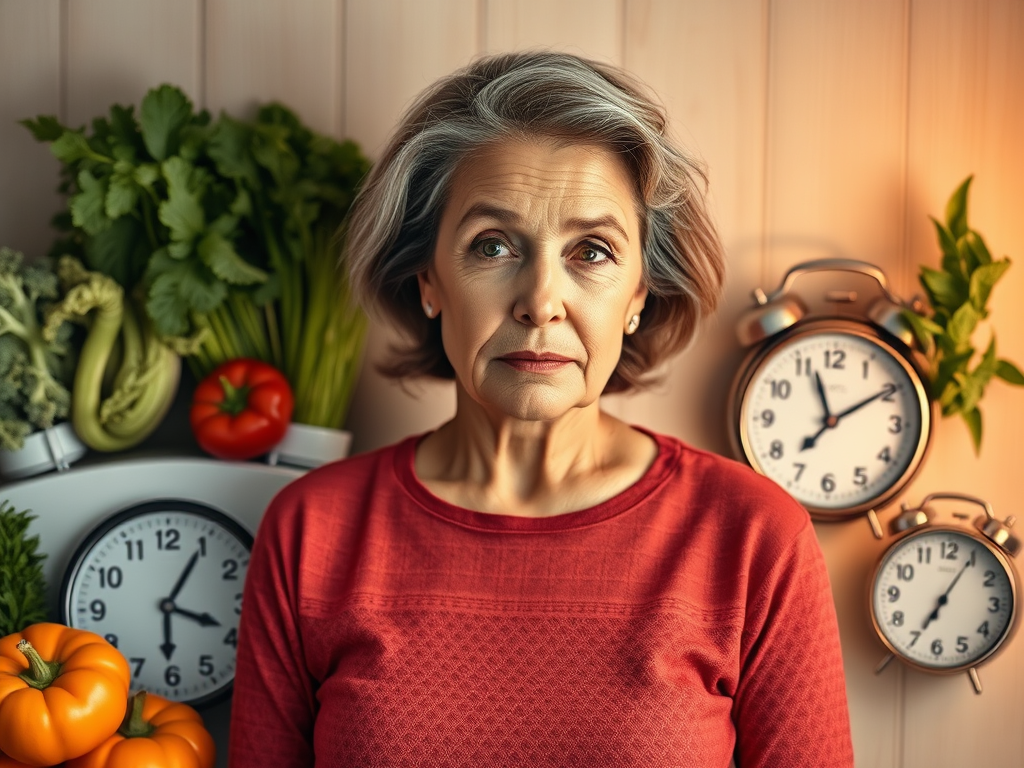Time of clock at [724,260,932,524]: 11:09
